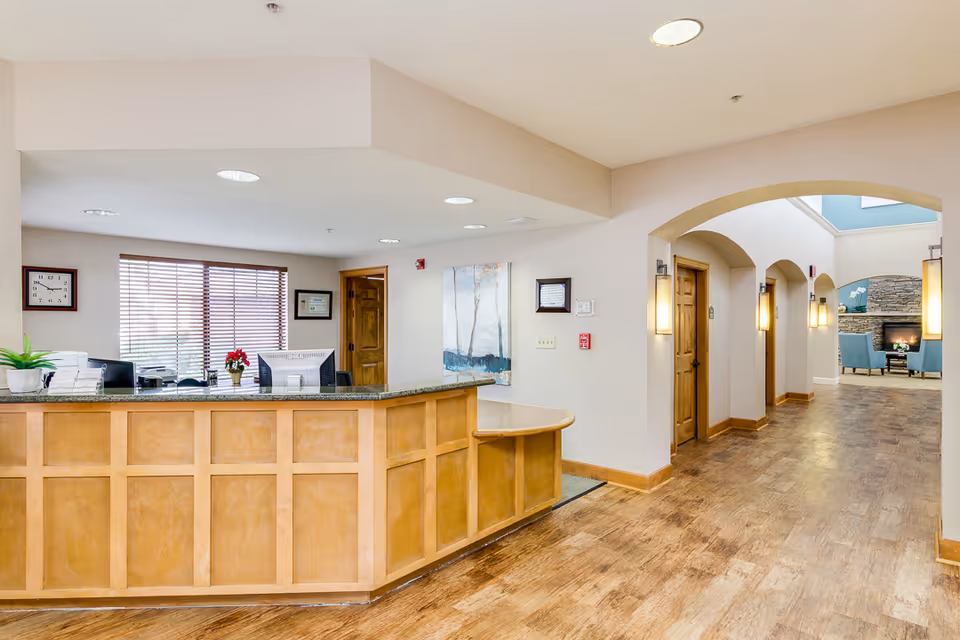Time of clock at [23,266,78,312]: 2:50
